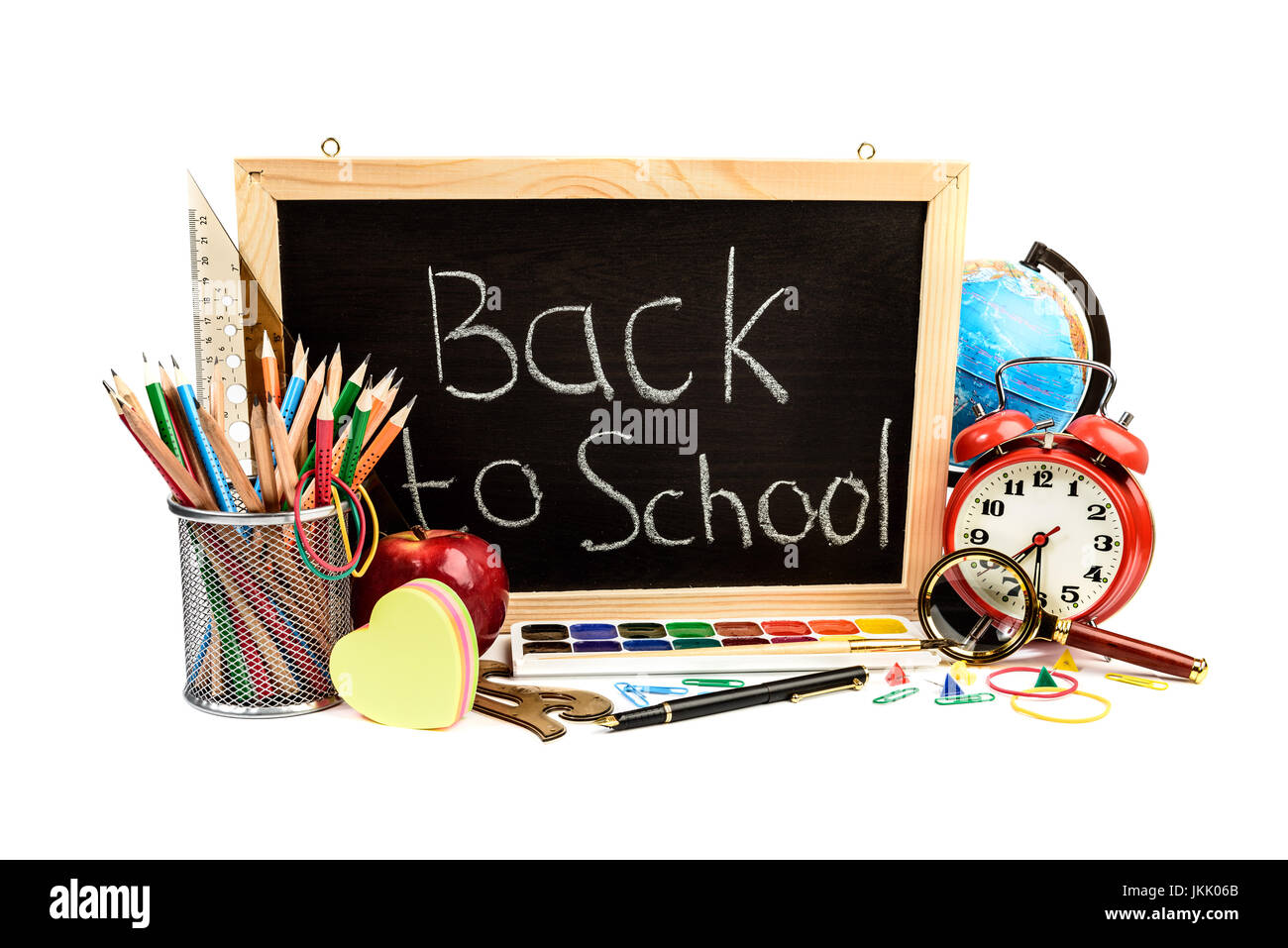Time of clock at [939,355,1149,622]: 7:30
